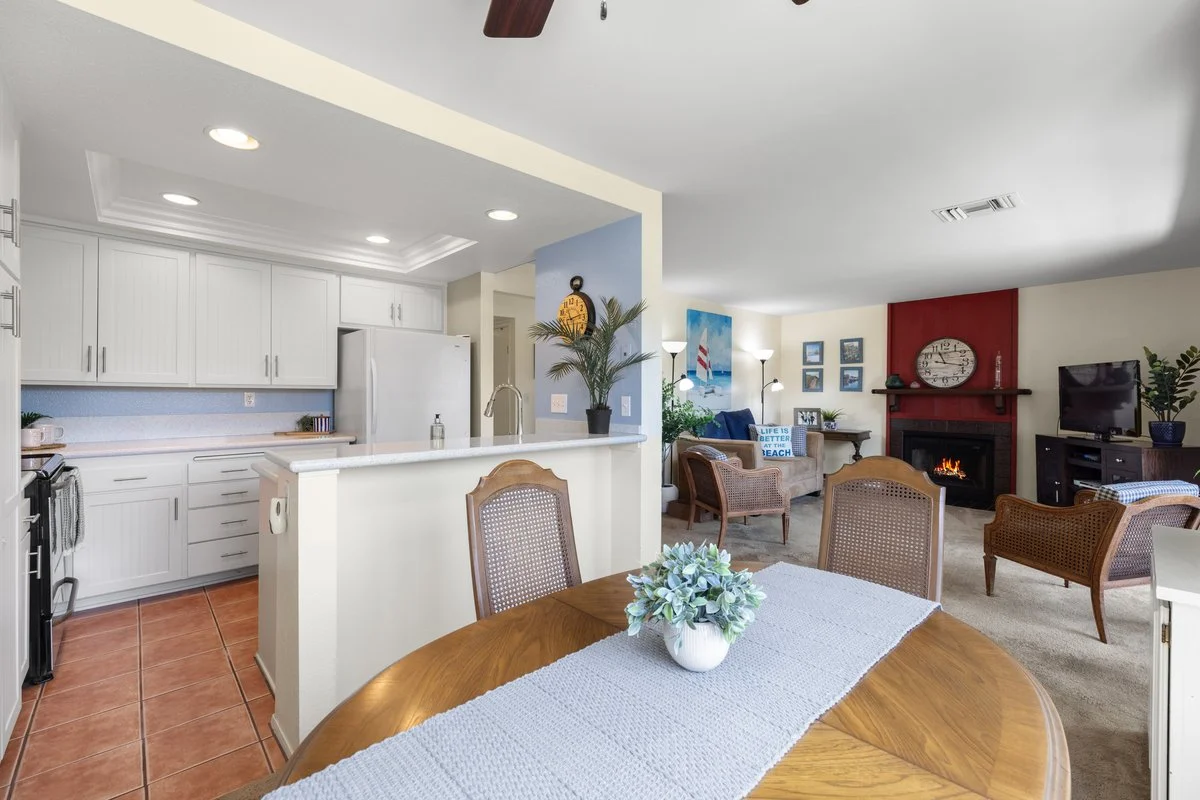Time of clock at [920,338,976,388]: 11:17
